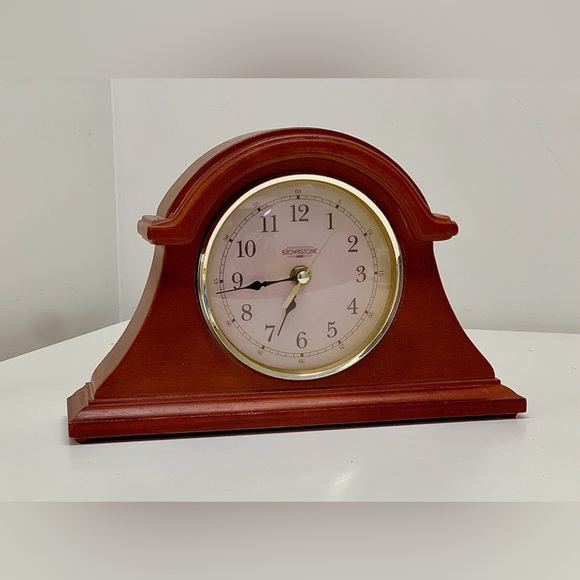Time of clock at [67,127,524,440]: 6:43
